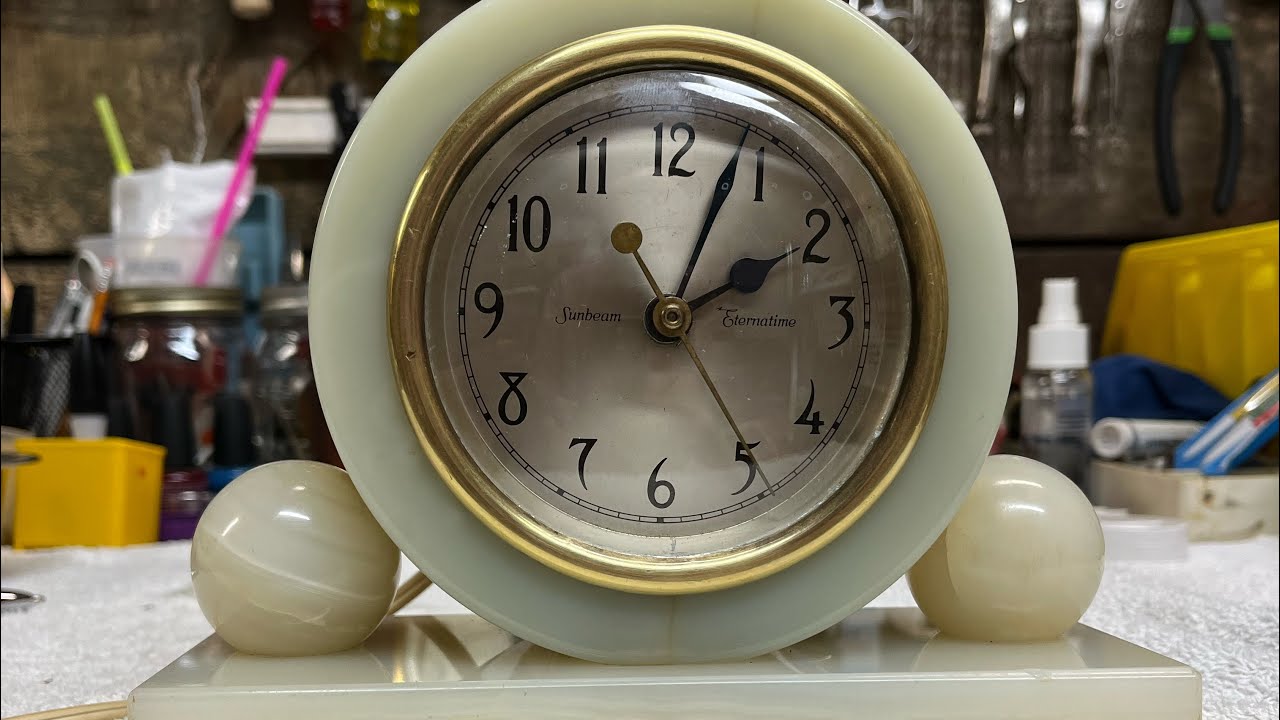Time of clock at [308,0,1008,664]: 2:03
